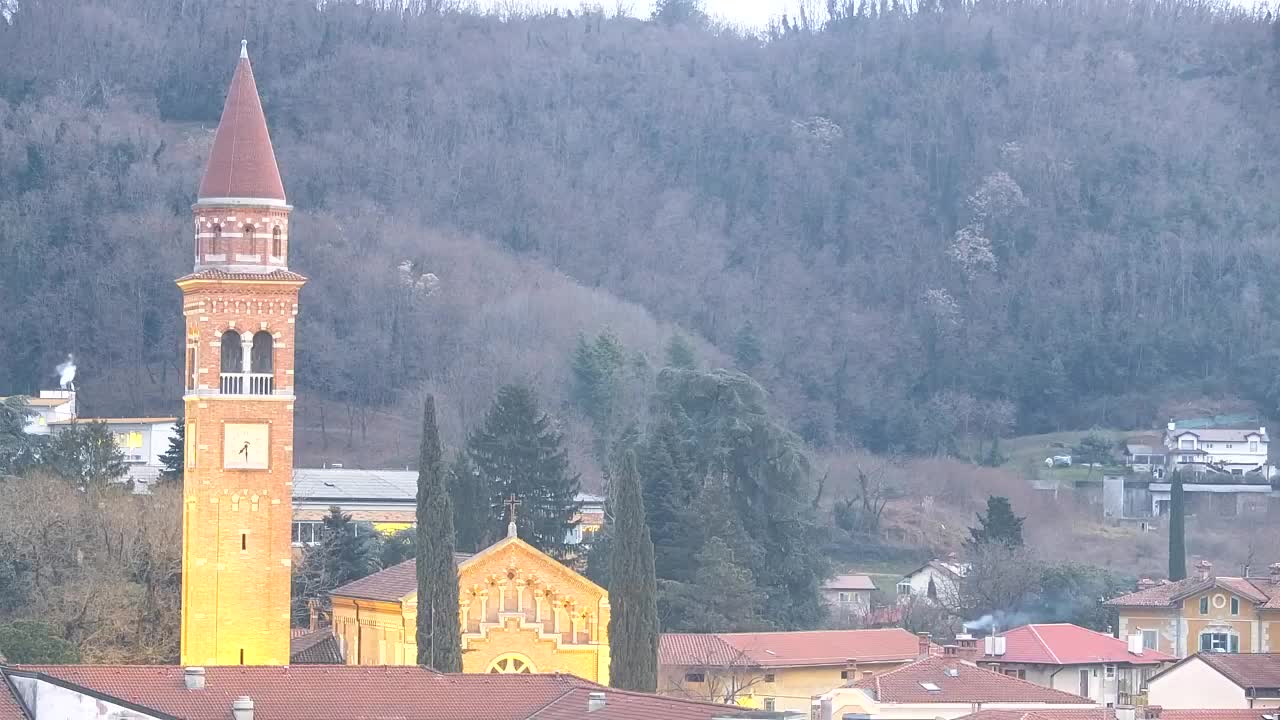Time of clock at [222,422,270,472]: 7:29
